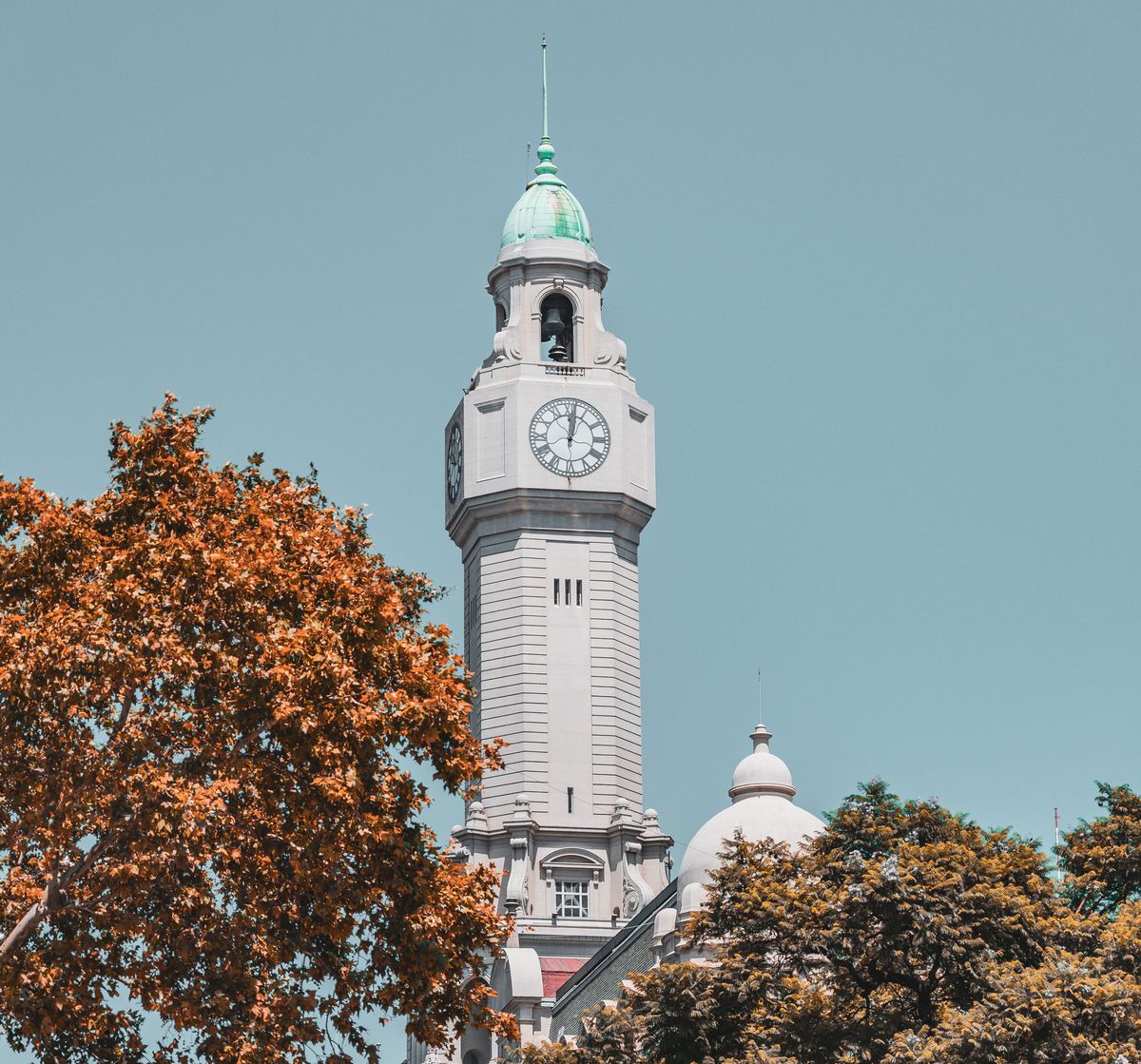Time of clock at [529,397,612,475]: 12:01
